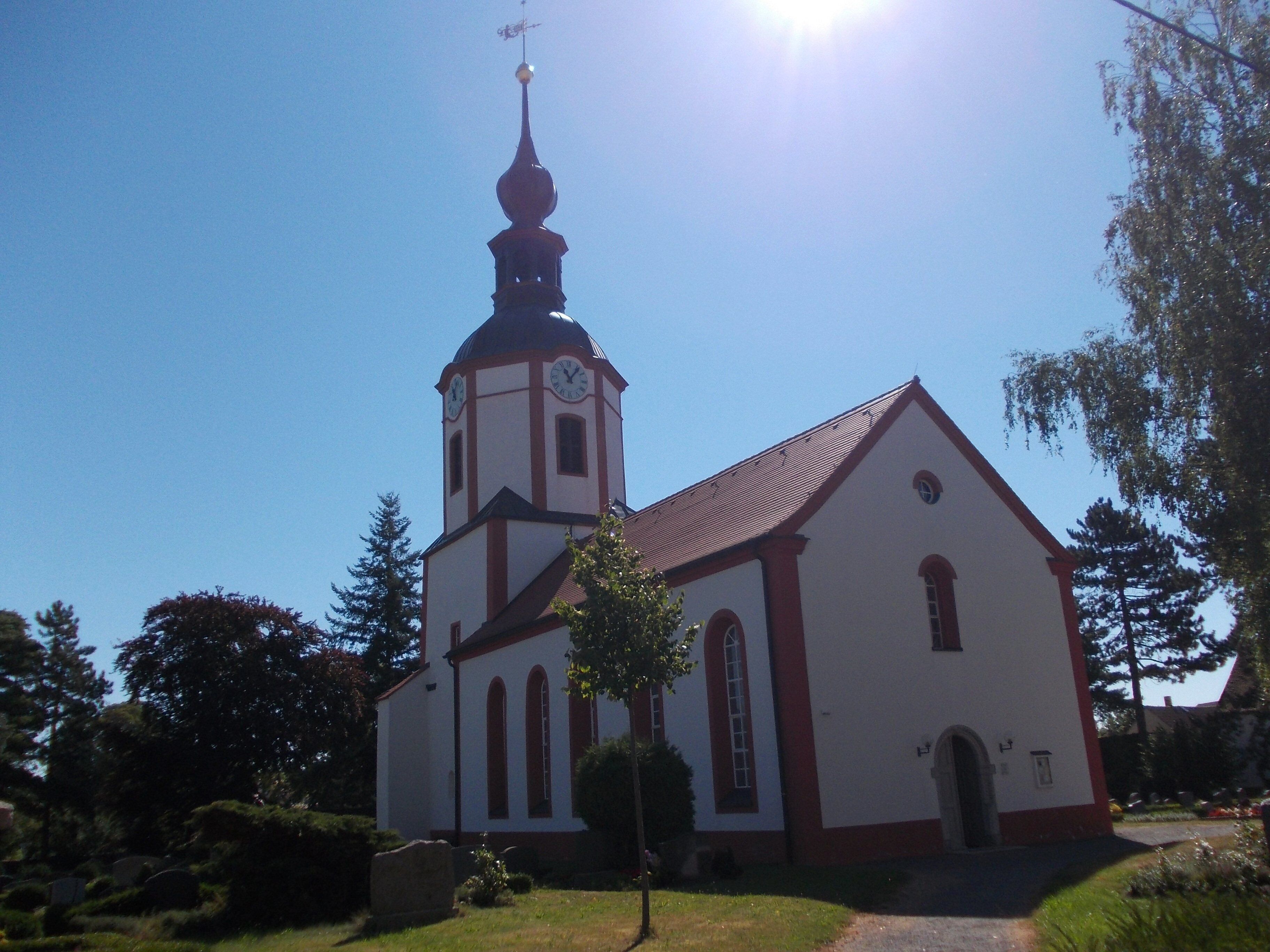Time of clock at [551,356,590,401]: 11:06
